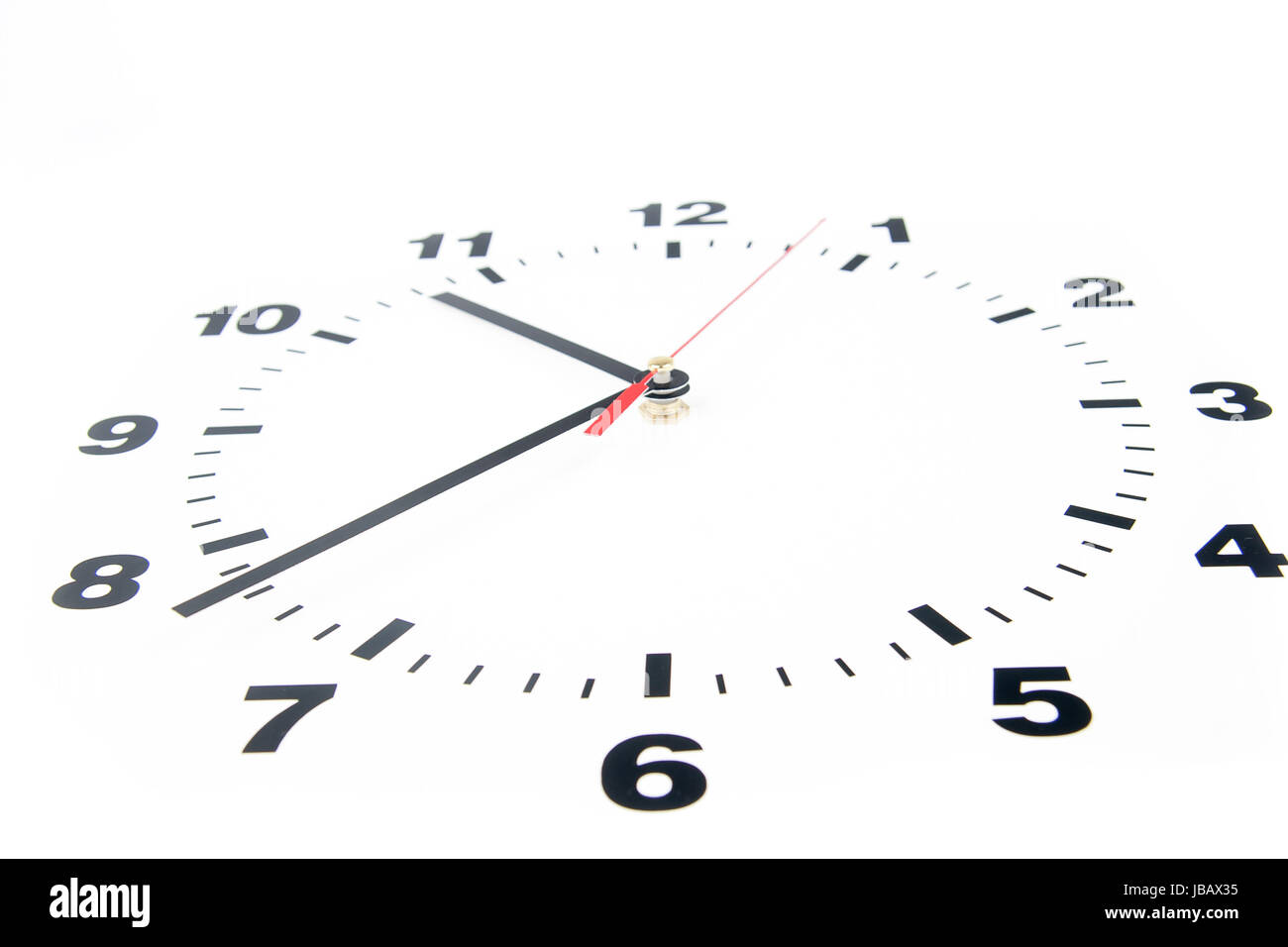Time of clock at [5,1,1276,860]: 10:38
